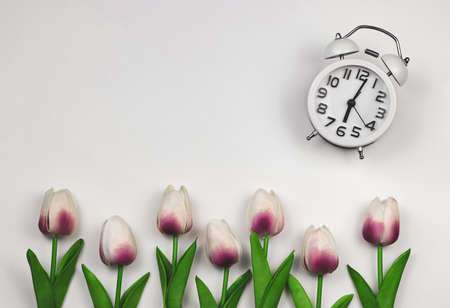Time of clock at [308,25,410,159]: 6:02
